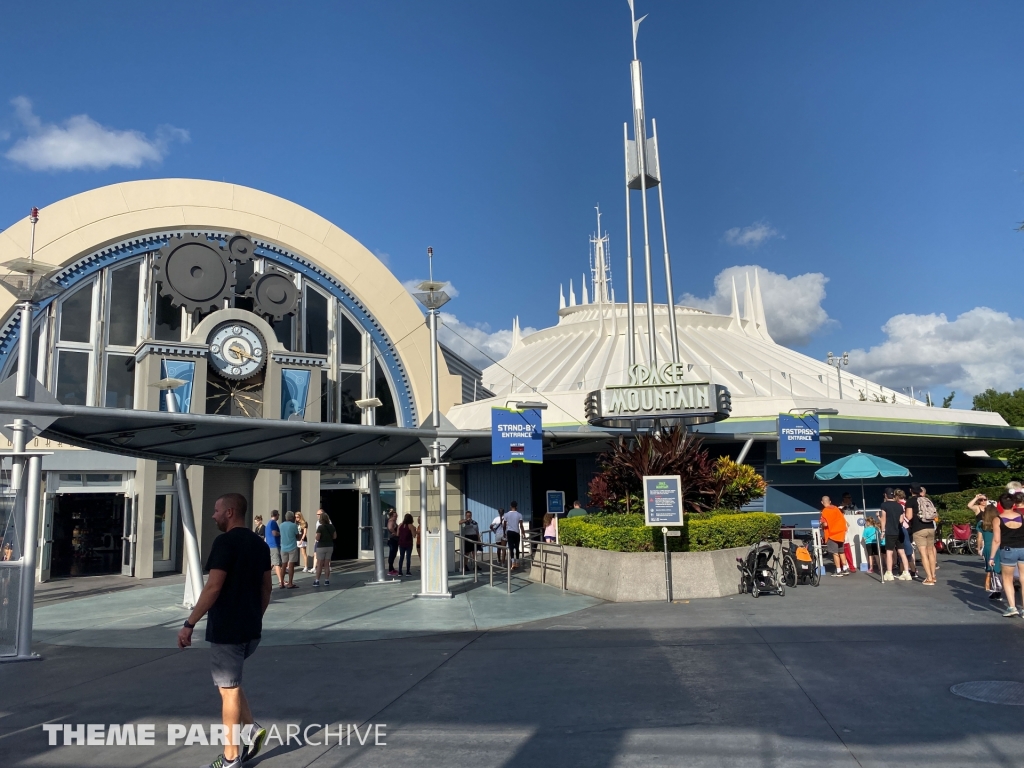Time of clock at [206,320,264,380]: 5:19
